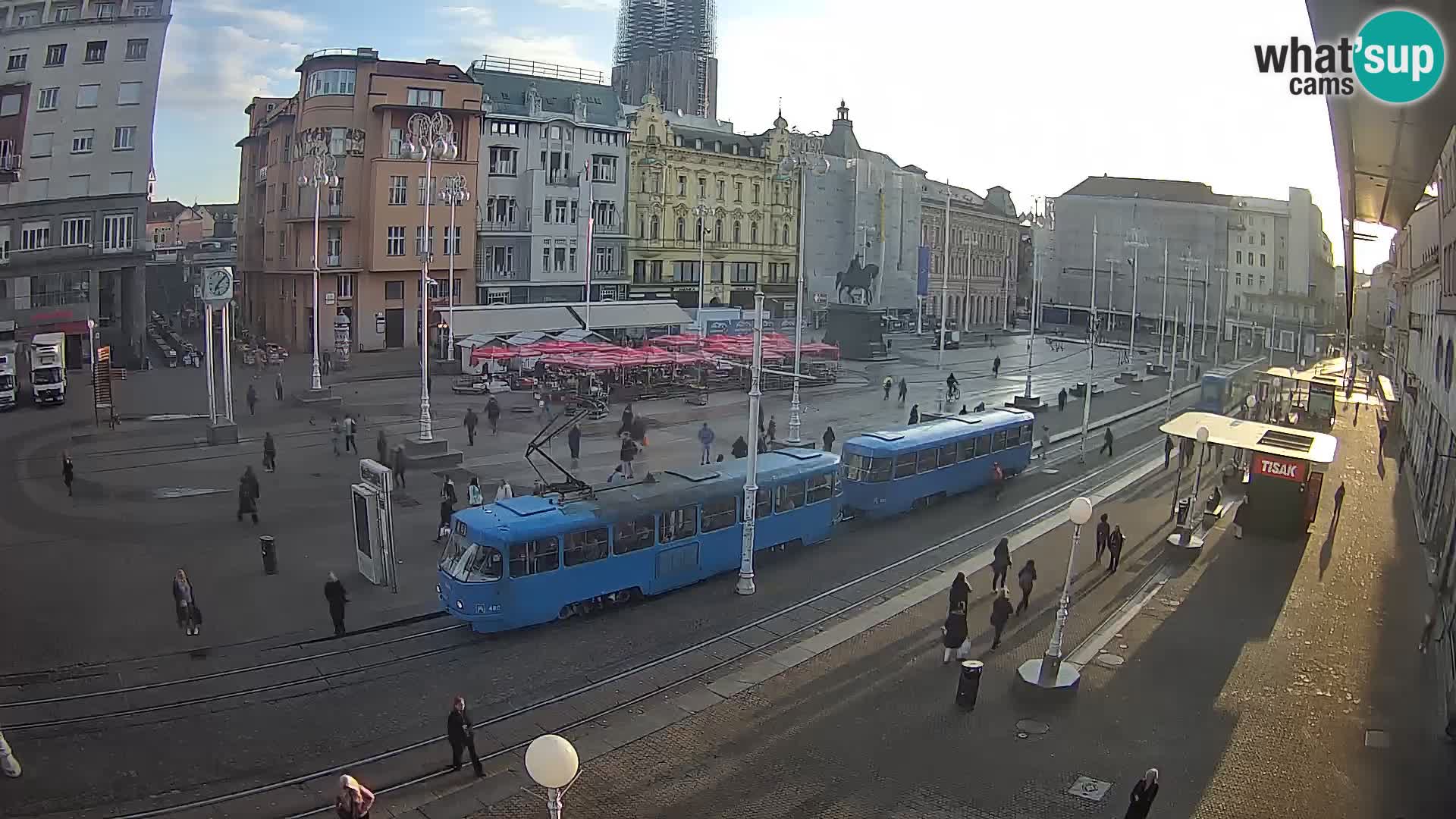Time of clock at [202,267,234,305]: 7:08
